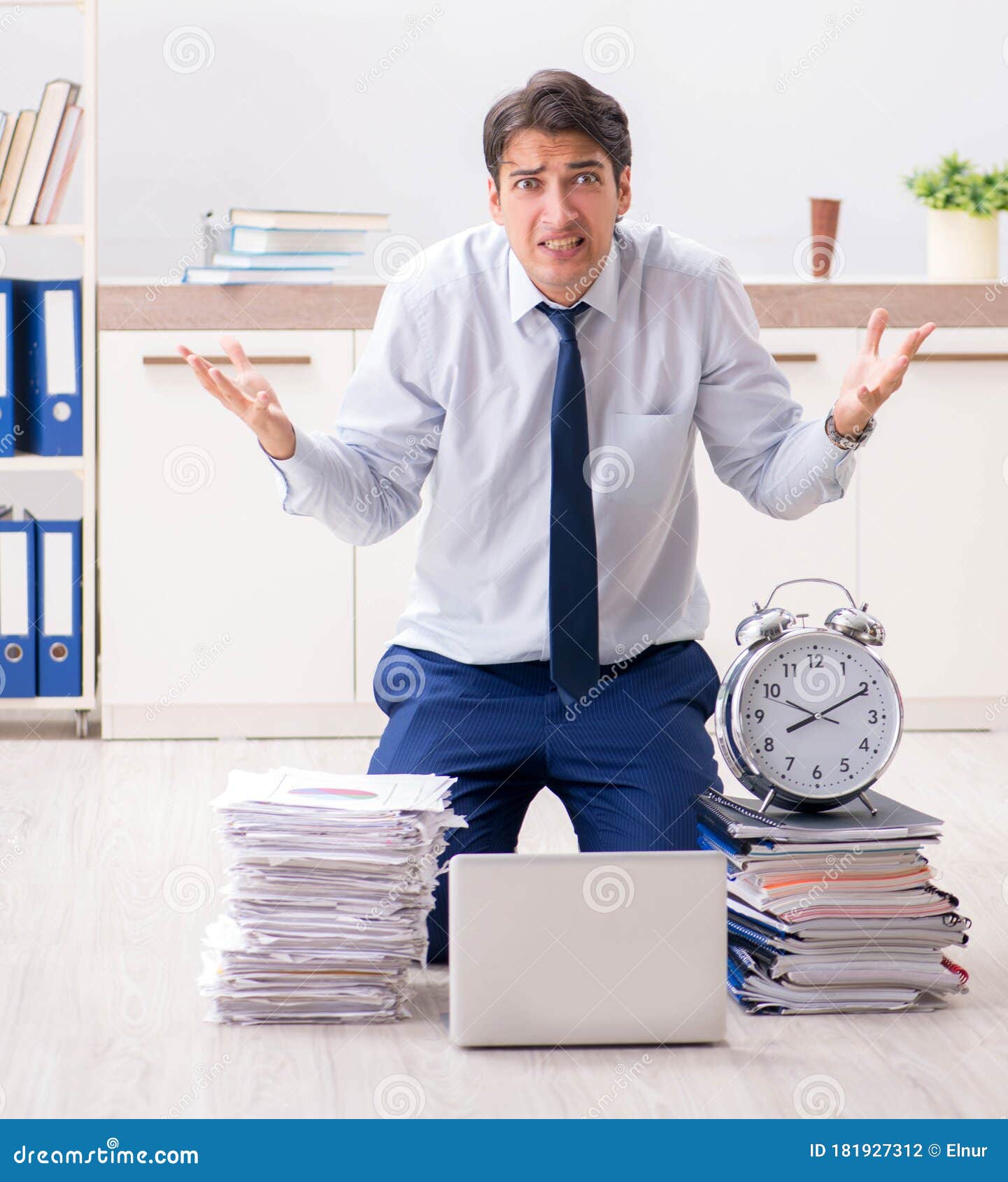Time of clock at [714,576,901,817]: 8:10
